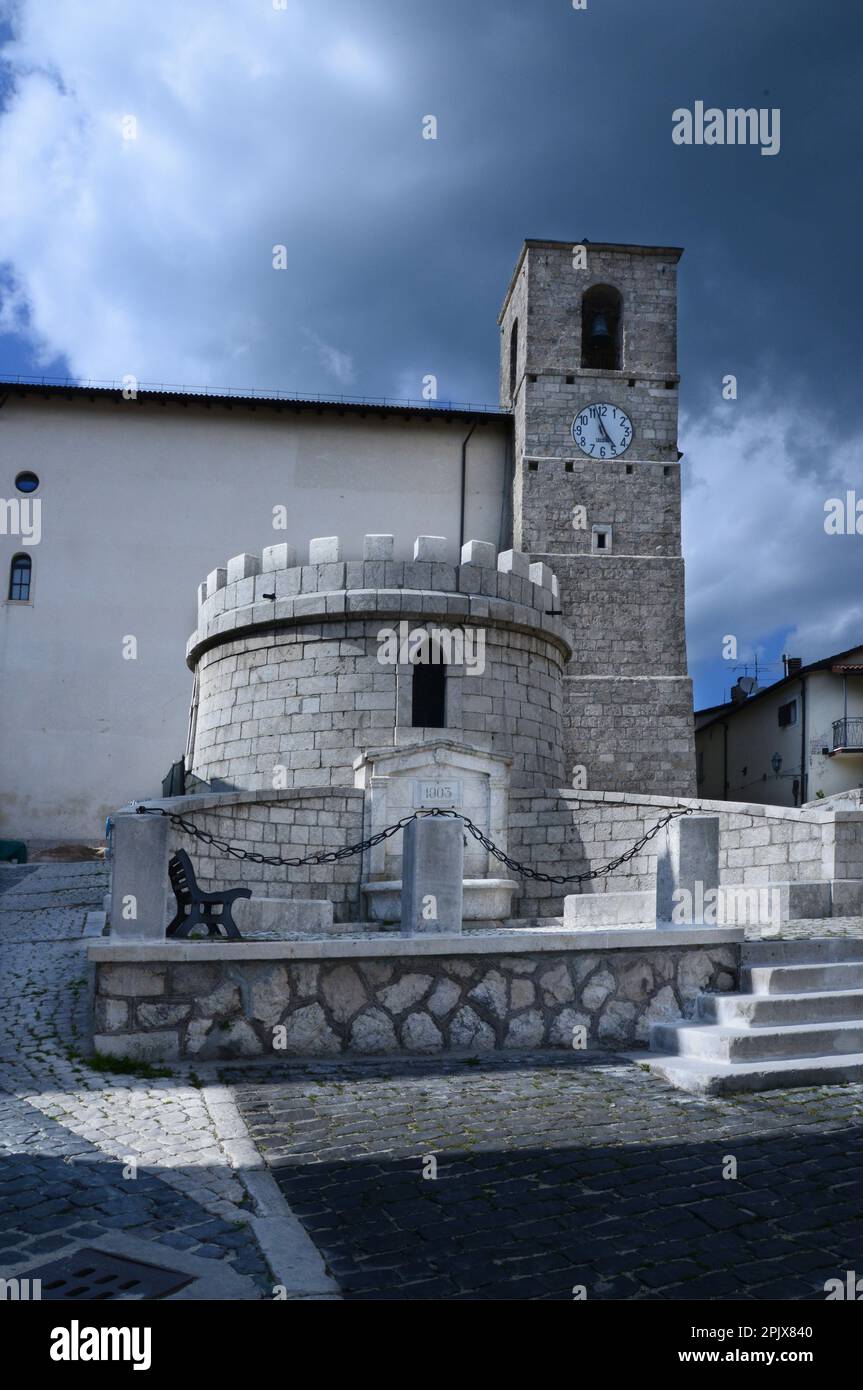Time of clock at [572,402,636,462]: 4:57
